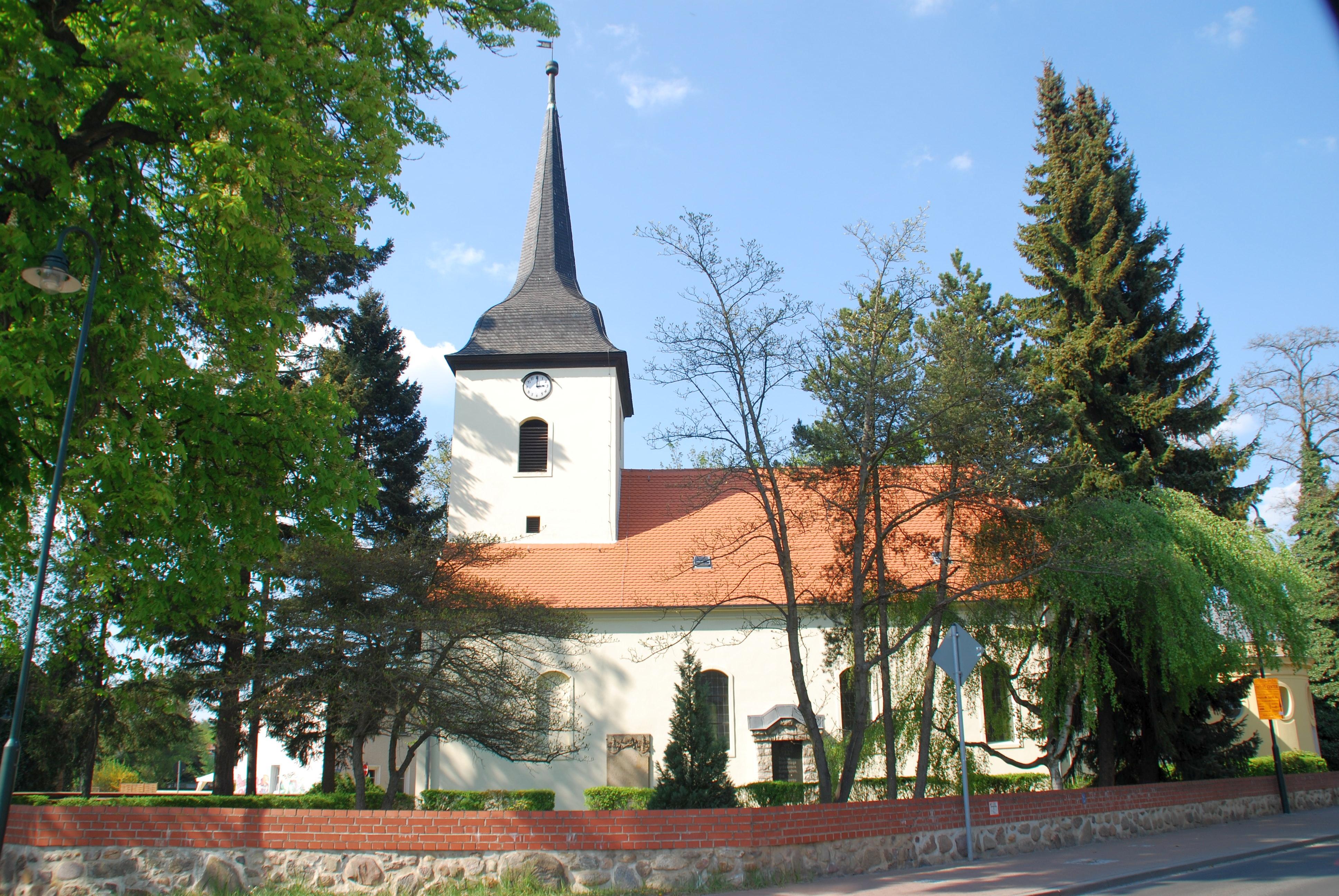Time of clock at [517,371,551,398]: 3:00
